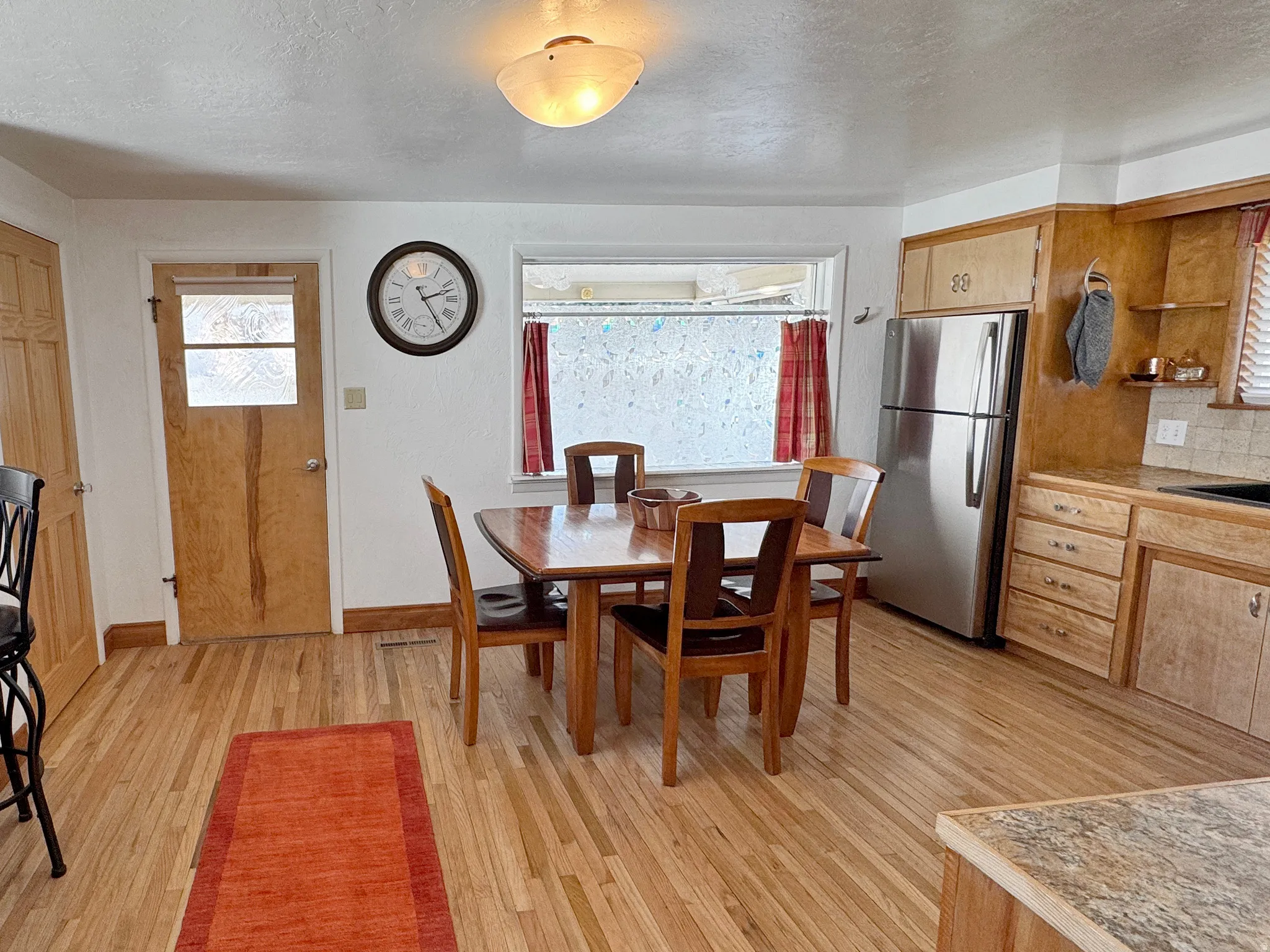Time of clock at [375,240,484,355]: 2:24
